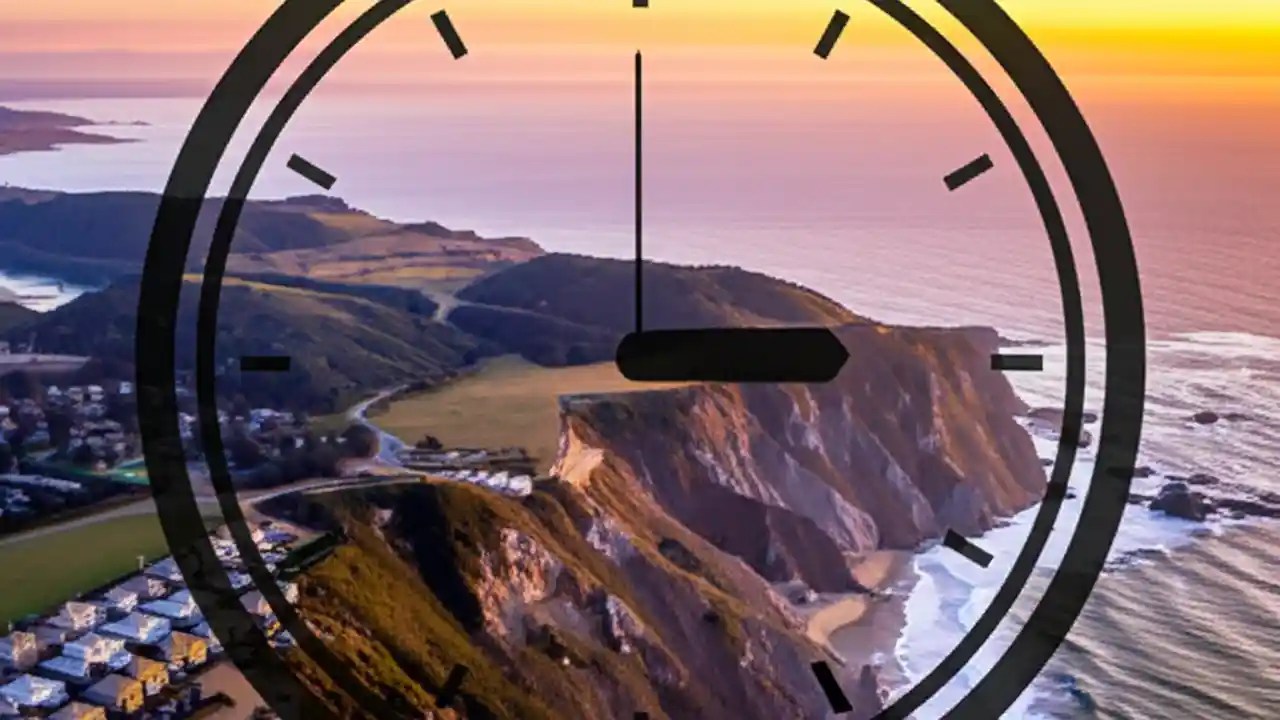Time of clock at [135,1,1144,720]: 2:59
